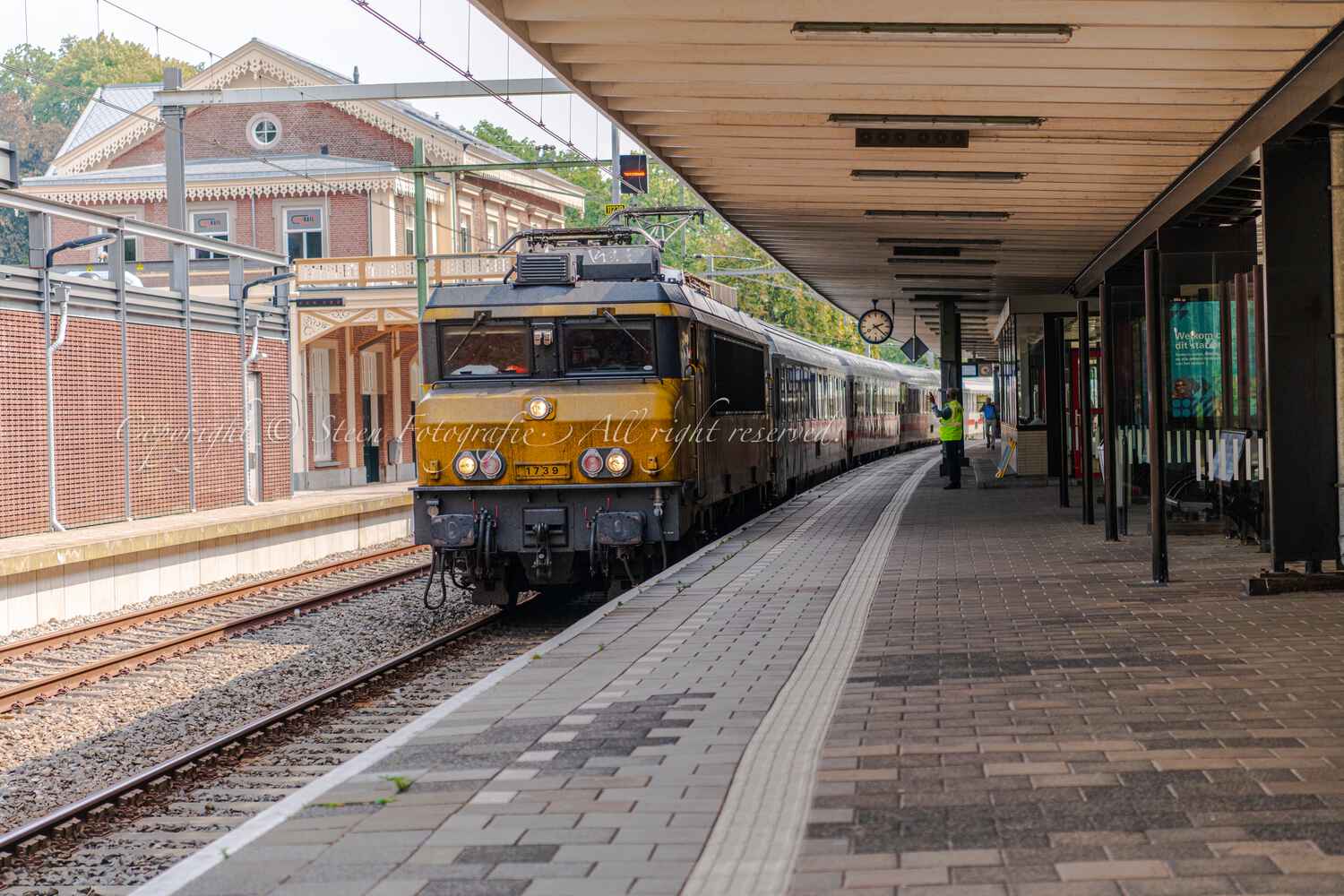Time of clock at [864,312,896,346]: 2:21
